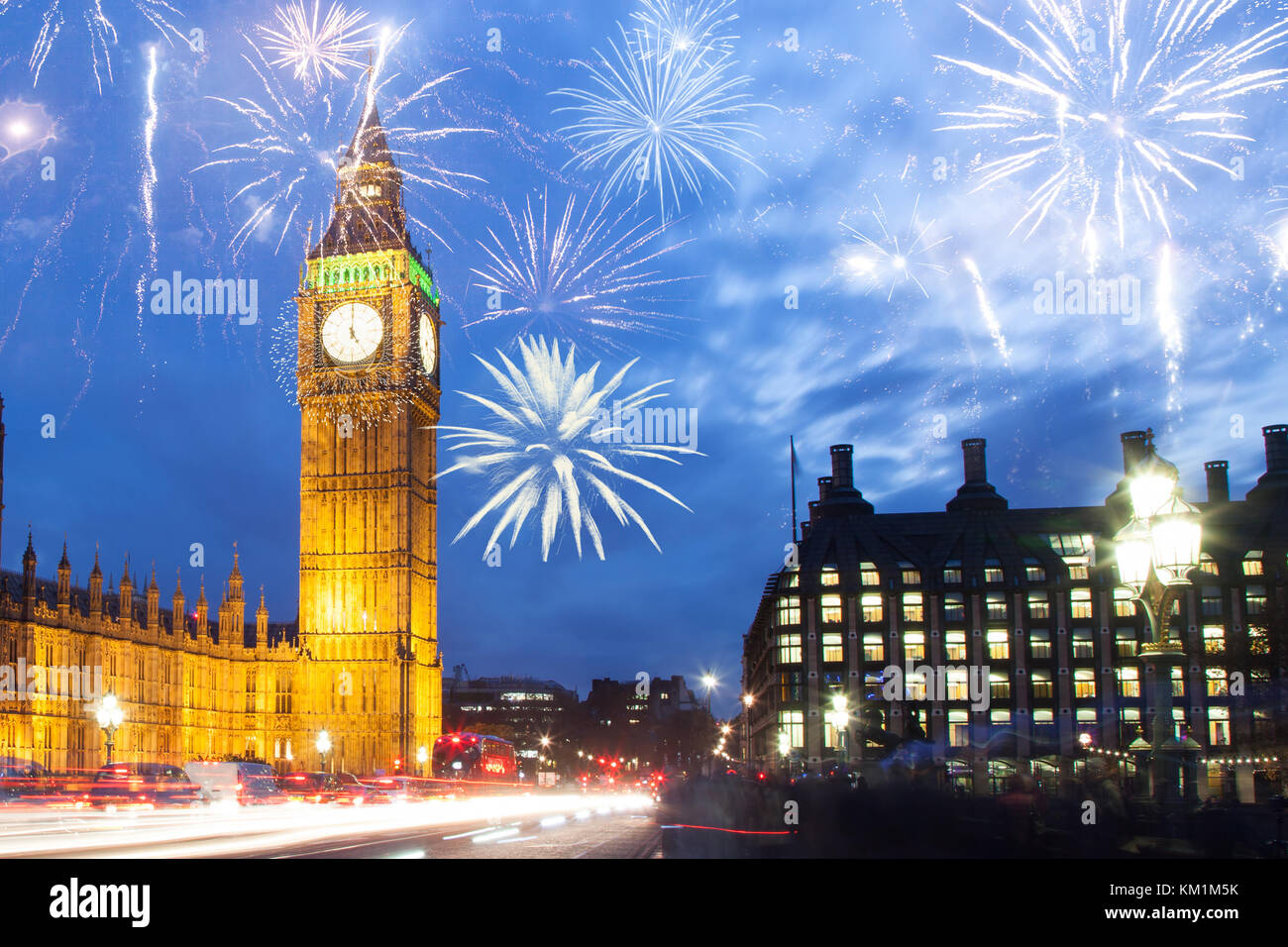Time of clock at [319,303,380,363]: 5:00
